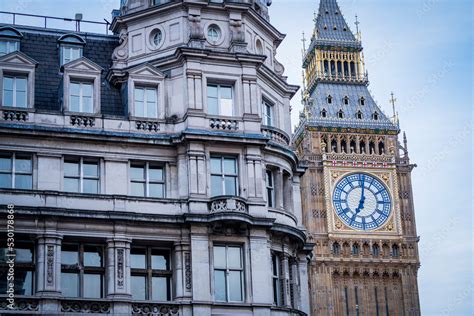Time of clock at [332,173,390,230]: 7:01
